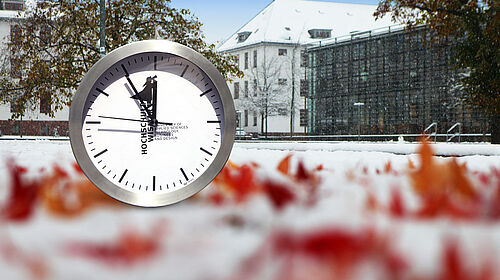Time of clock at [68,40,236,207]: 11:54
